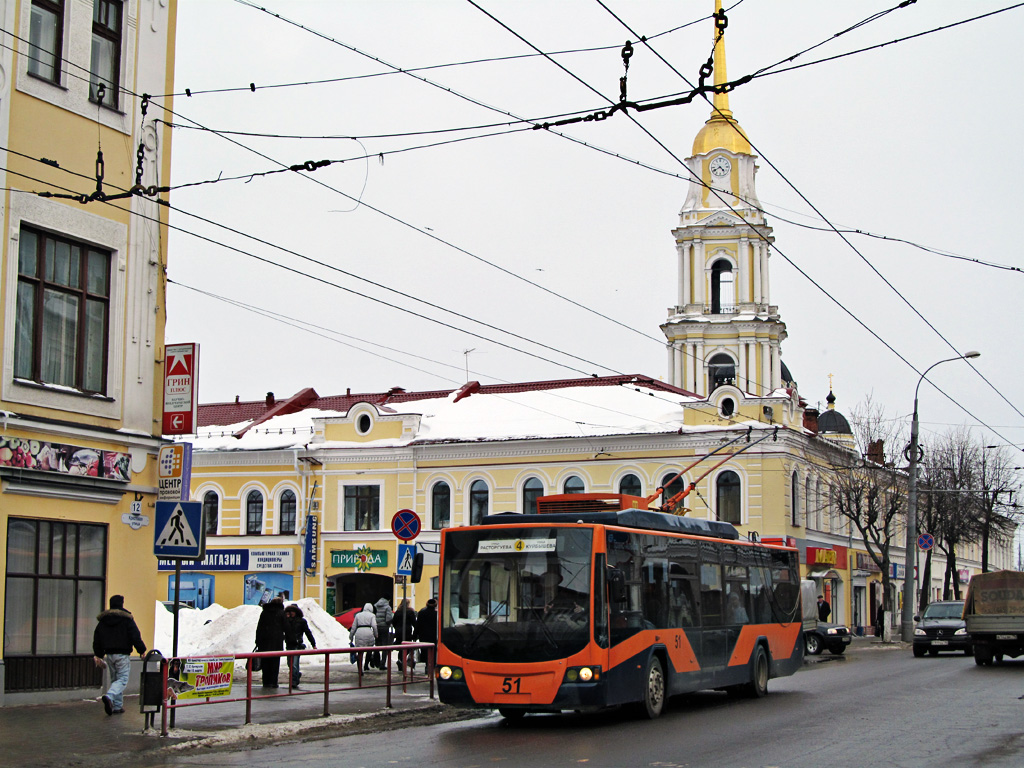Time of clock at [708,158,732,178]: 4:39
